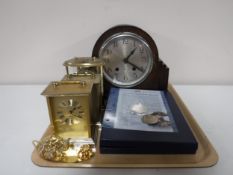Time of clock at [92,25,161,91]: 1:21
